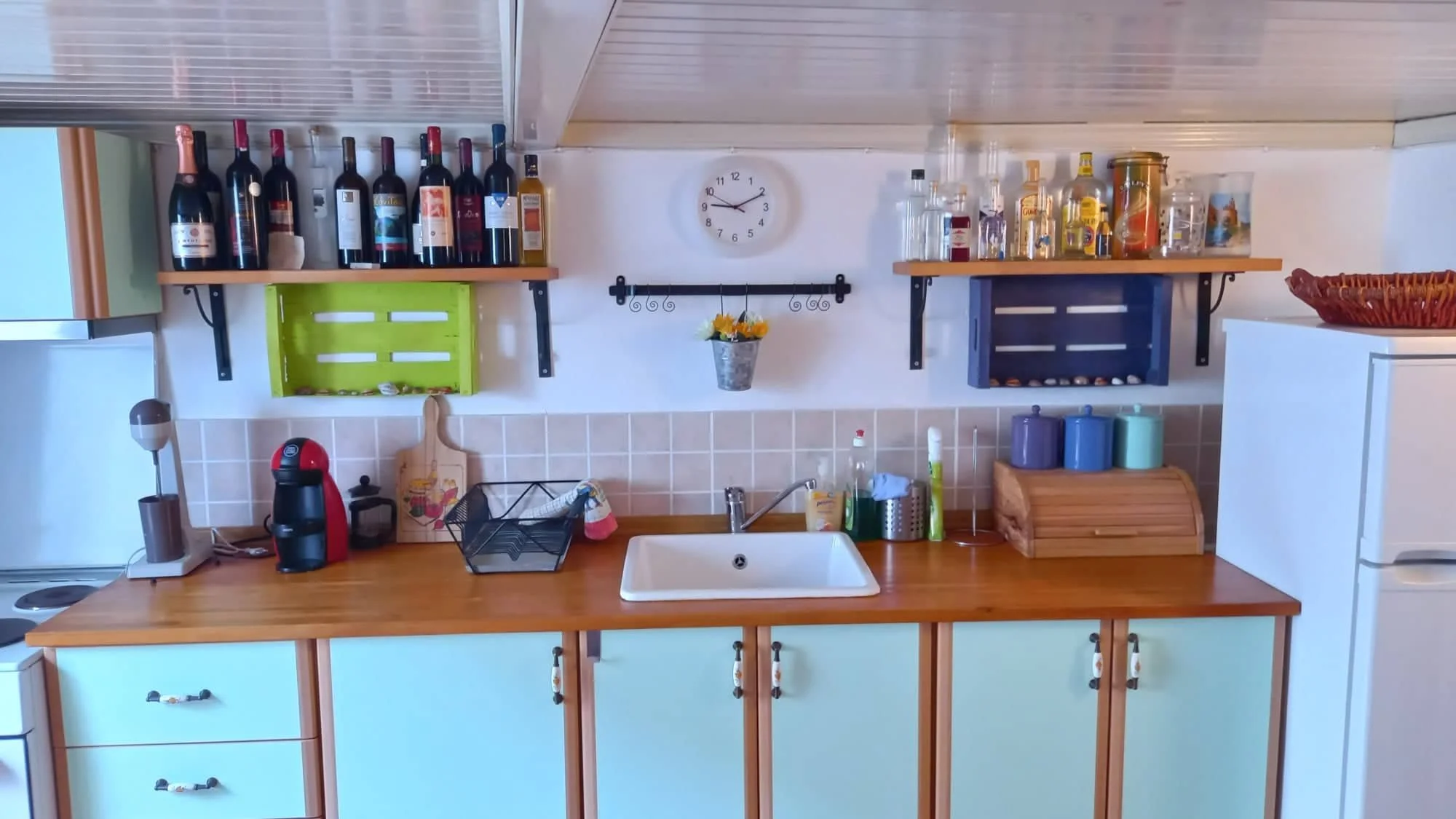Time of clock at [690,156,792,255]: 9:10
